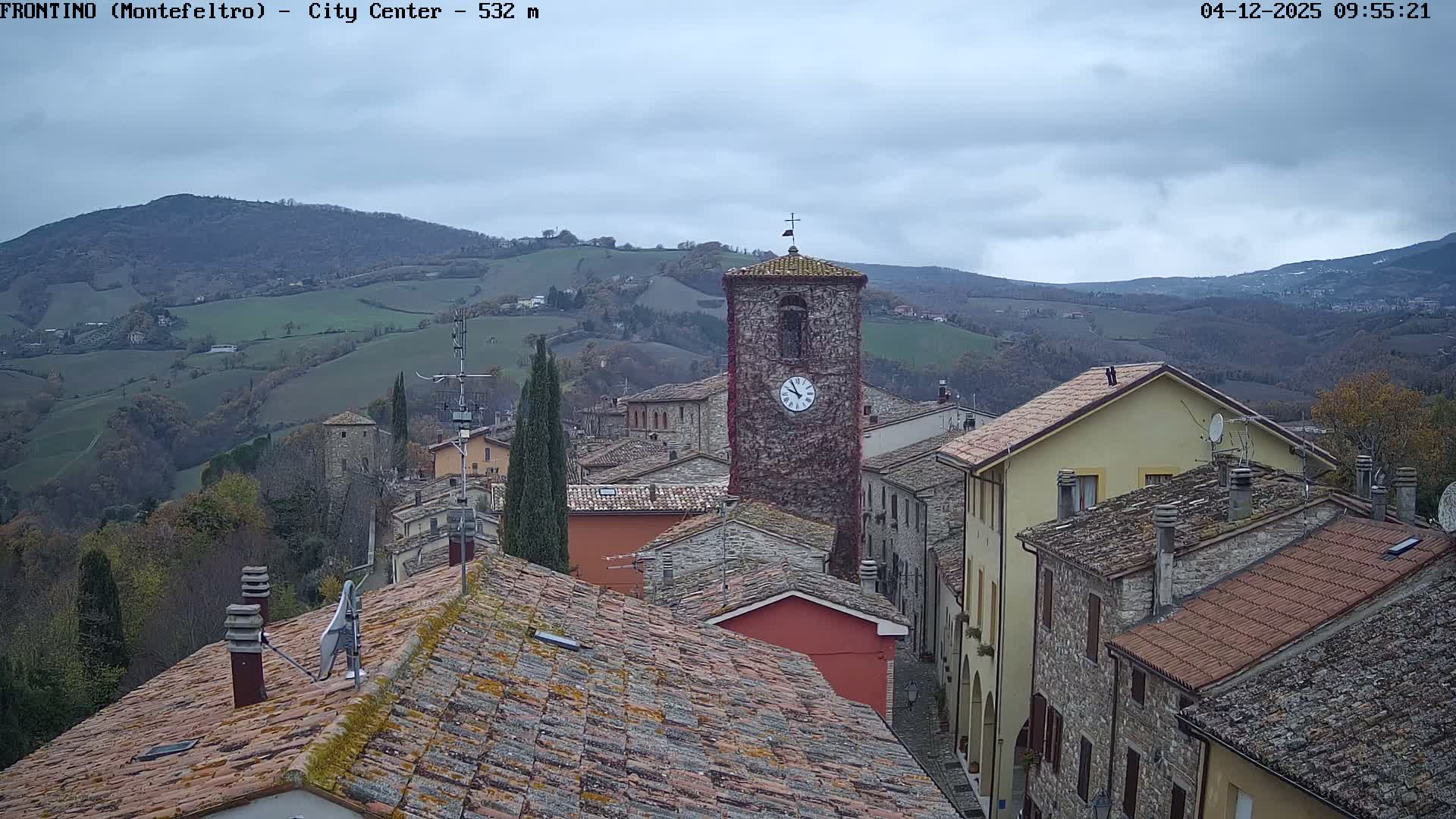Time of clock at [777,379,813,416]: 9:55
